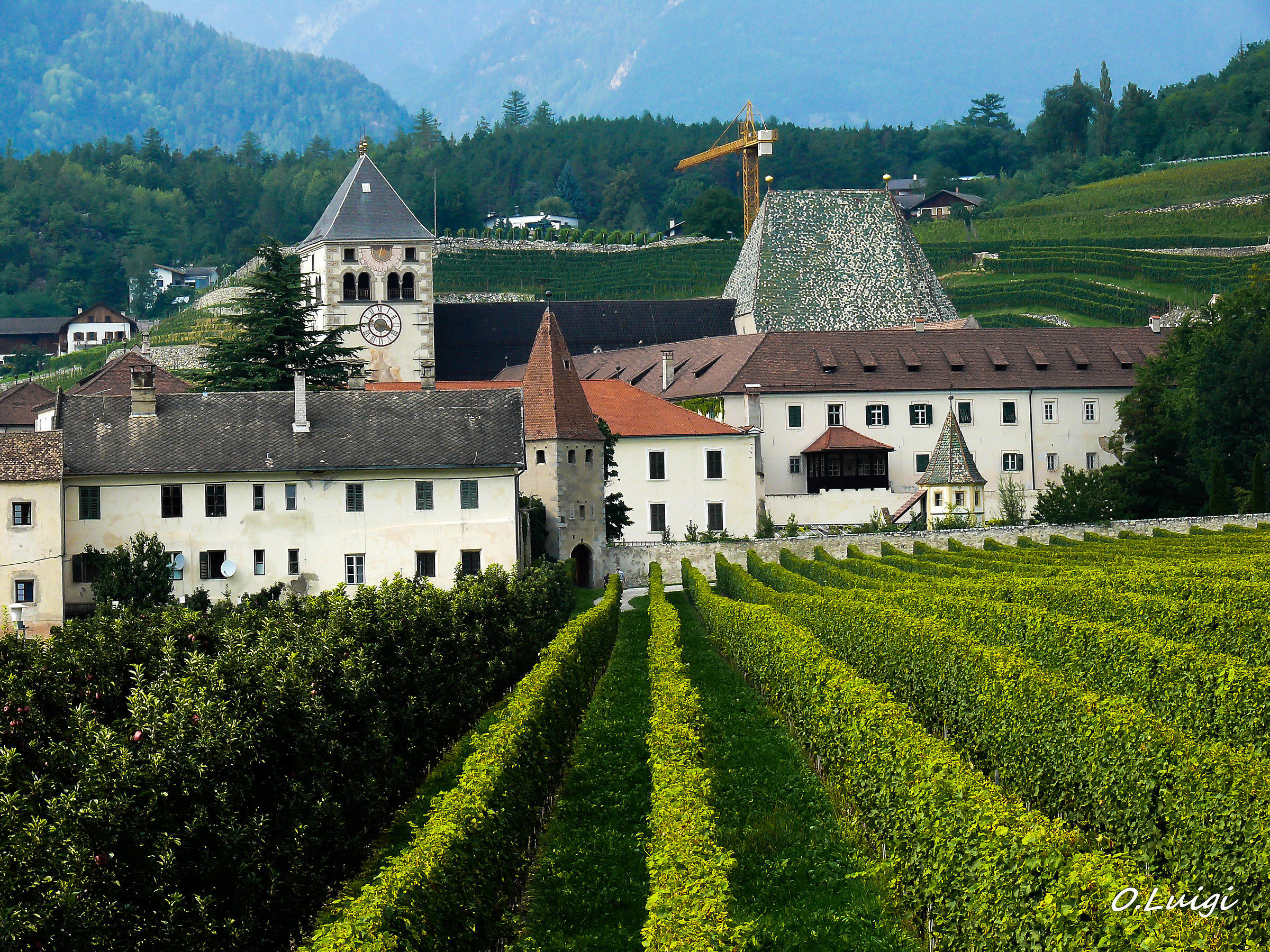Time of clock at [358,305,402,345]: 3:18
